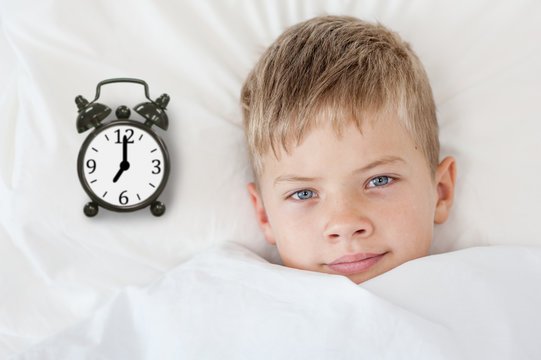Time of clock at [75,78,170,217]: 7:00
